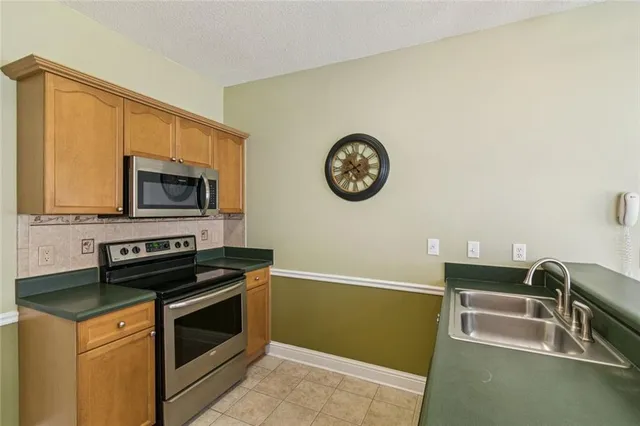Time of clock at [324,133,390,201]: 10:41
